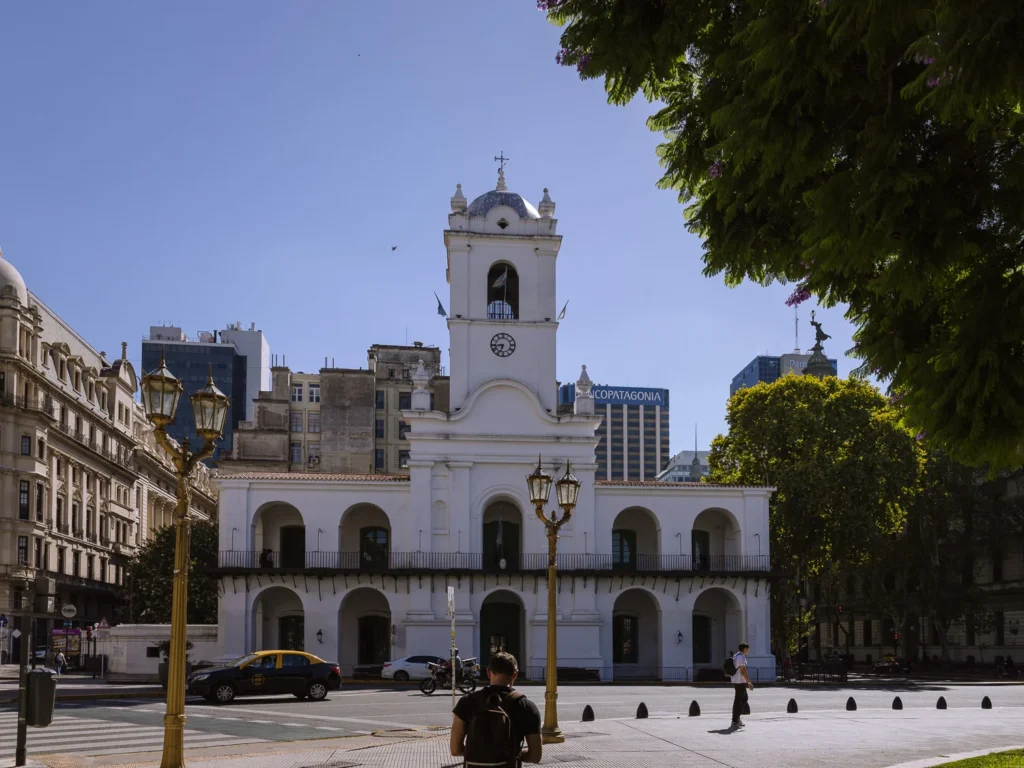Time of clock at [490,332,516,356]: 6:43
